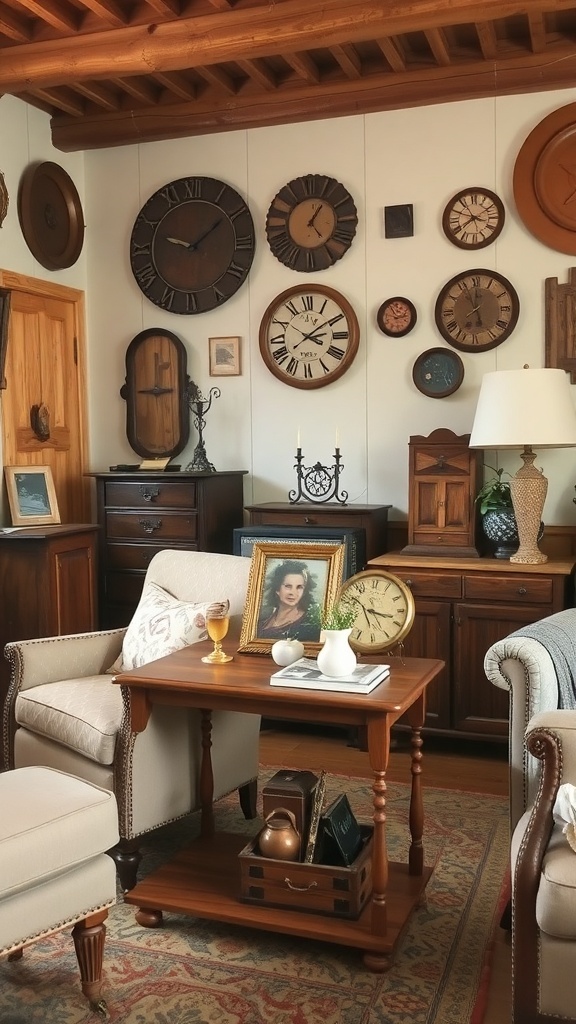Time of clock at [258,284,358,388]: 3:09
